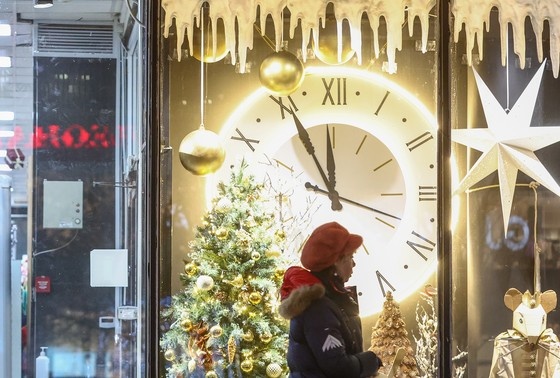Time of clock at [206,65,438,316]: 11:55
